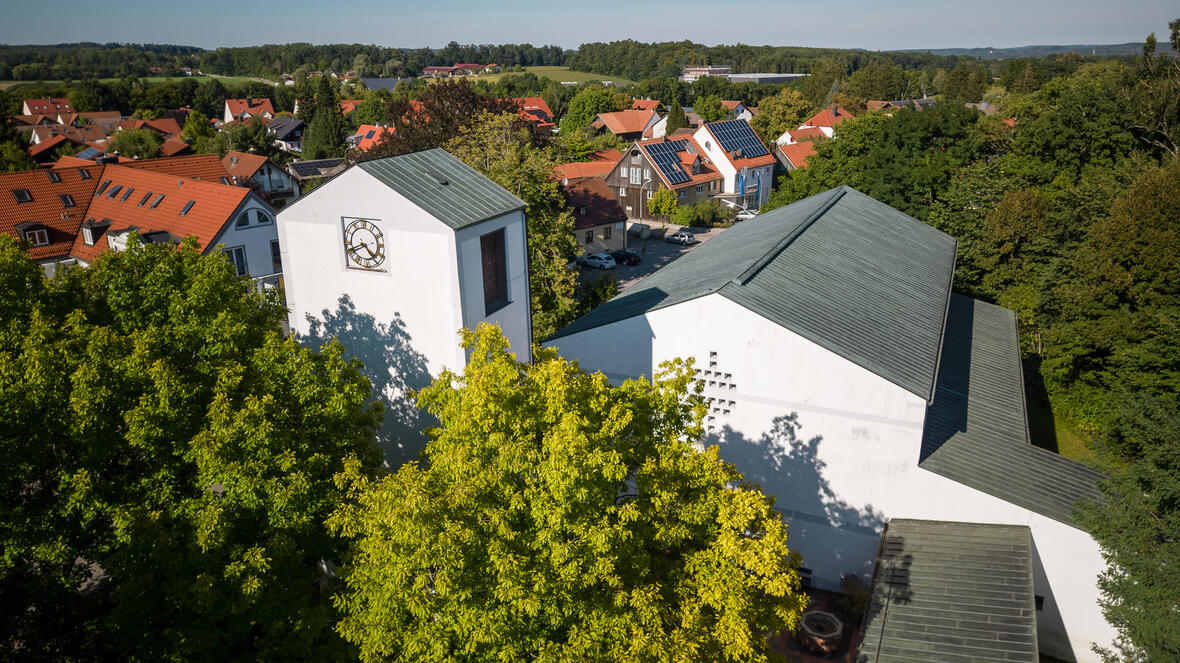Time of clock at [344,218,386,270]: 4:41
